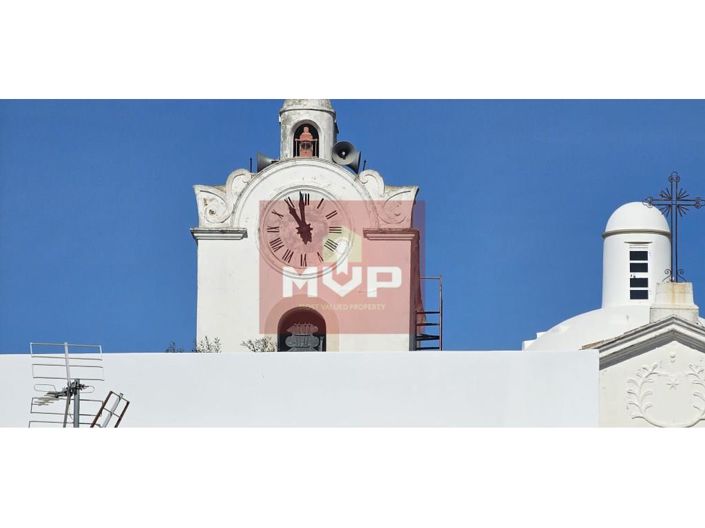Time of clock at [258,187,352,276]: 10:58
